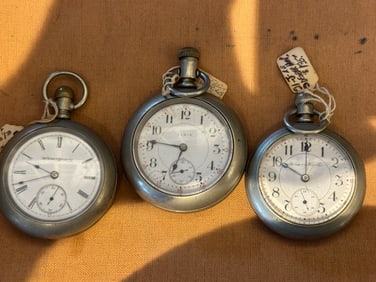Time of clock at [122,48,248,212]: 6:46
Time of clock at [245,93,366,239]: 10:00
